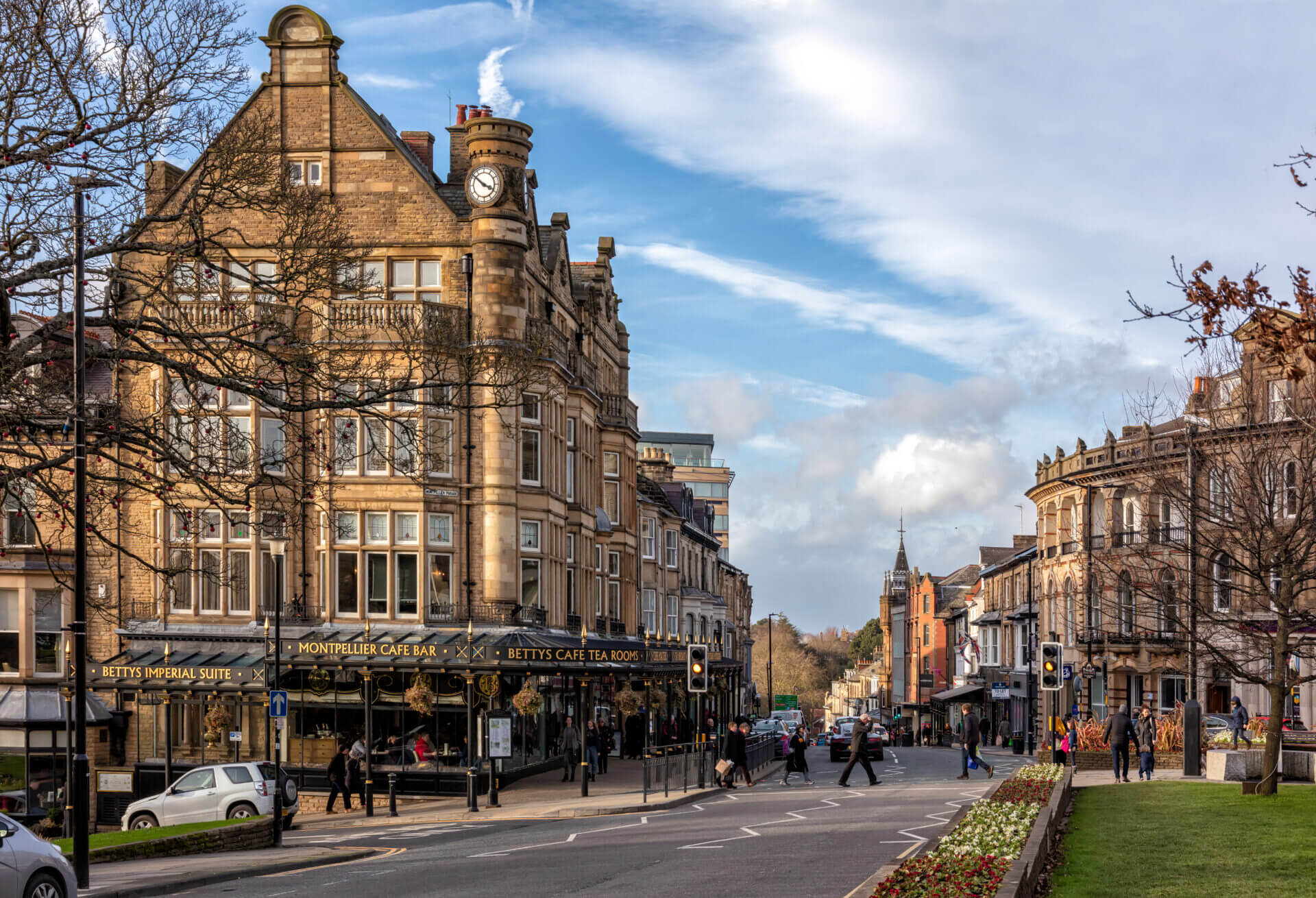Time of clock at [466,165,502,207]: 3:51
